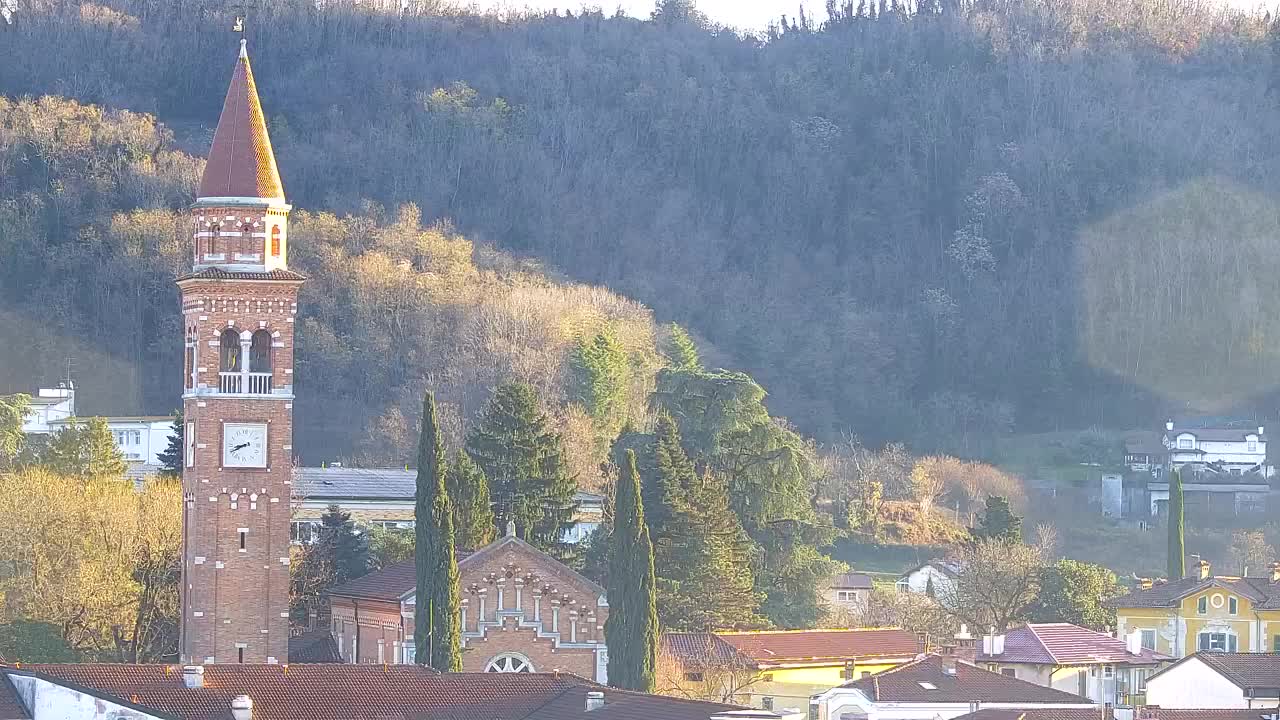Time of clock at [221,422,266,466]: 8:40
